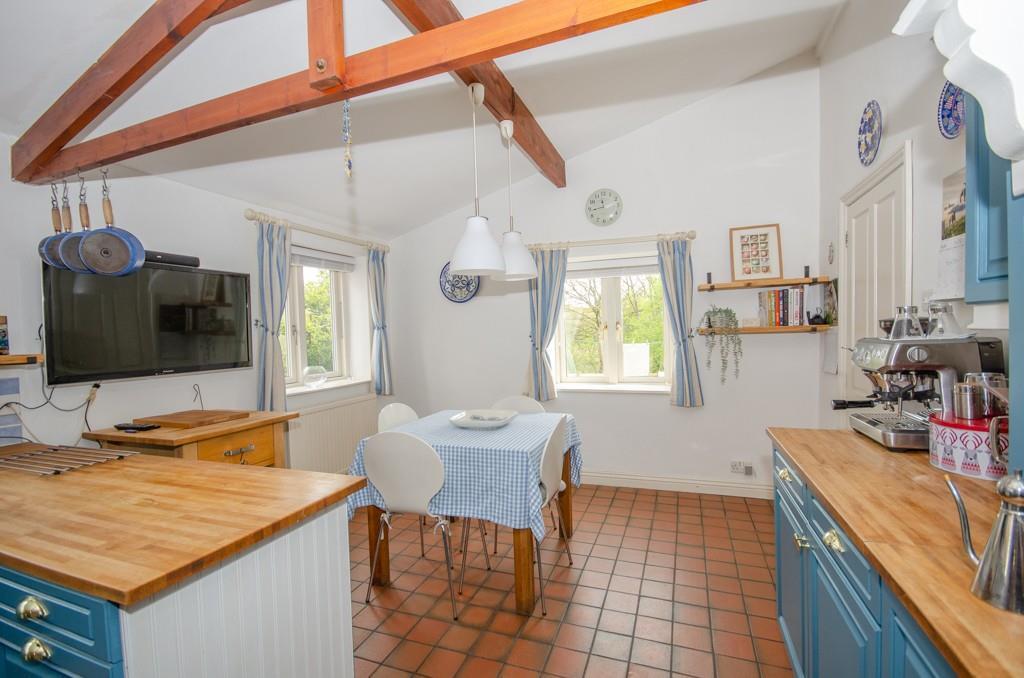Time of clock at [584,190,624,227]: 11:43
